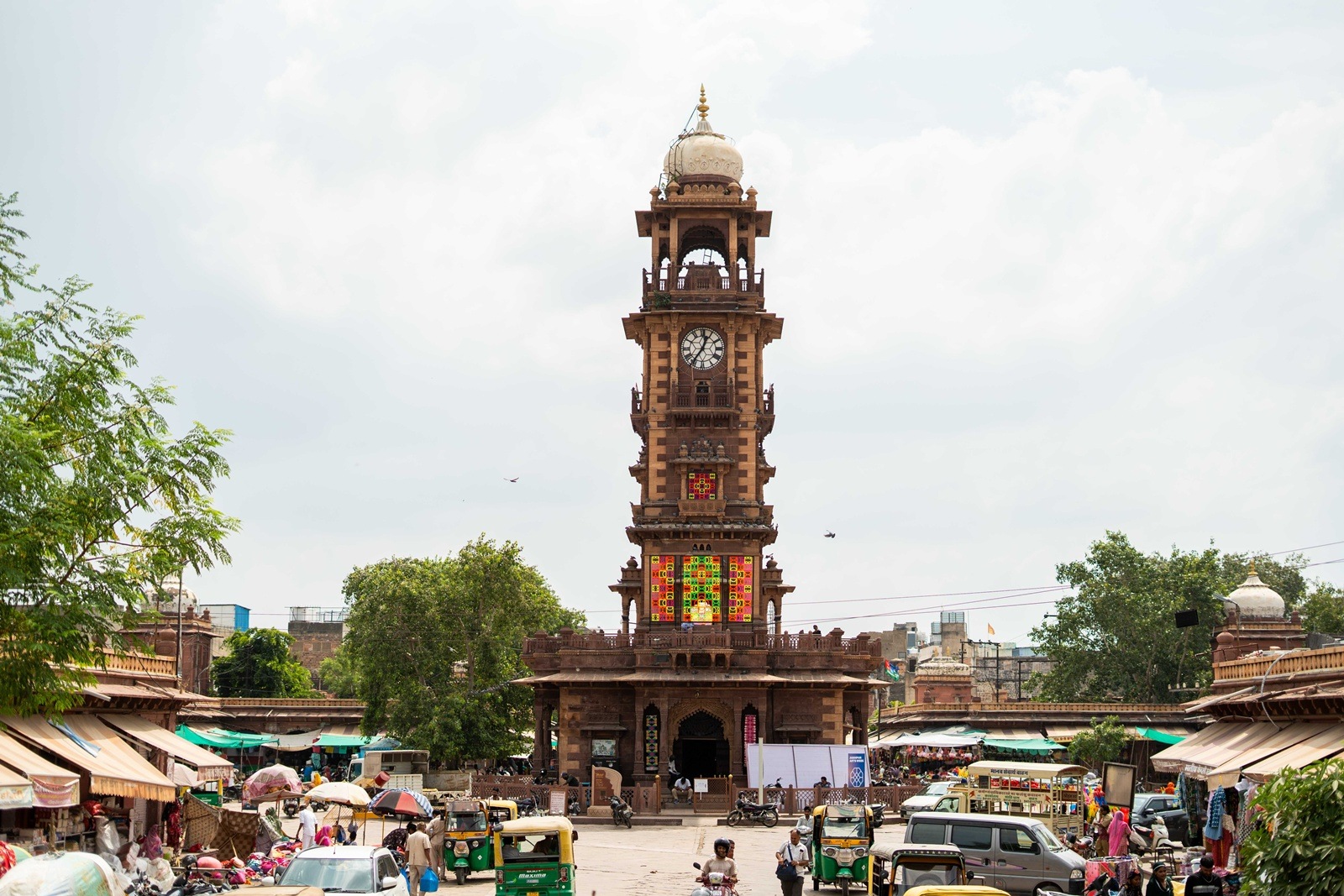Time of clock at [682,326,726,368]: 12:35
